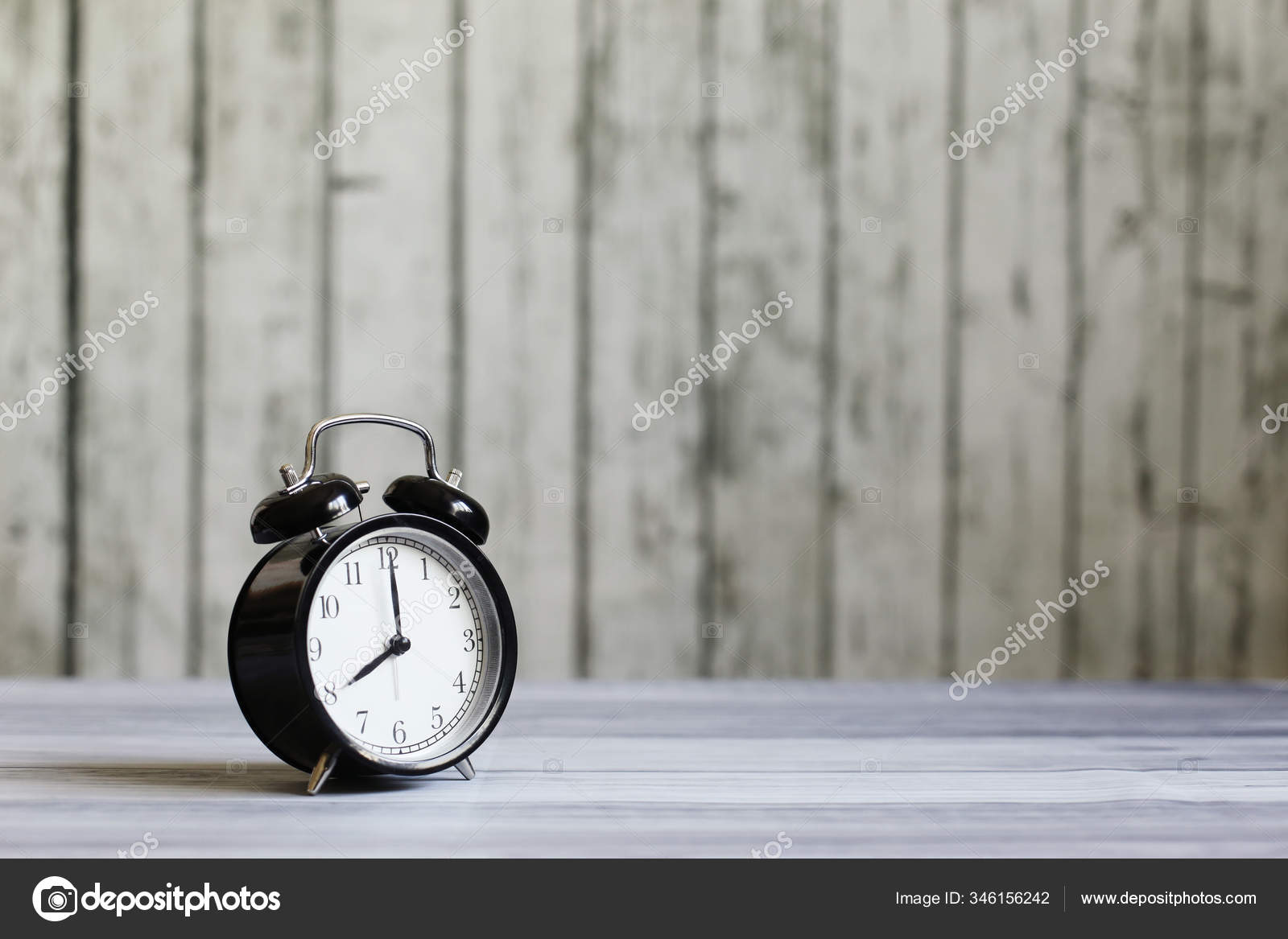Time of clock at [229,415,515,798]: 8:00
